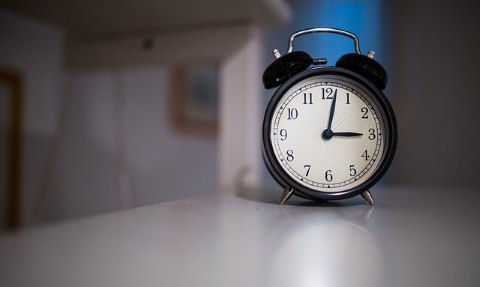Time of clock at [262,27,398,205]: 3:02
